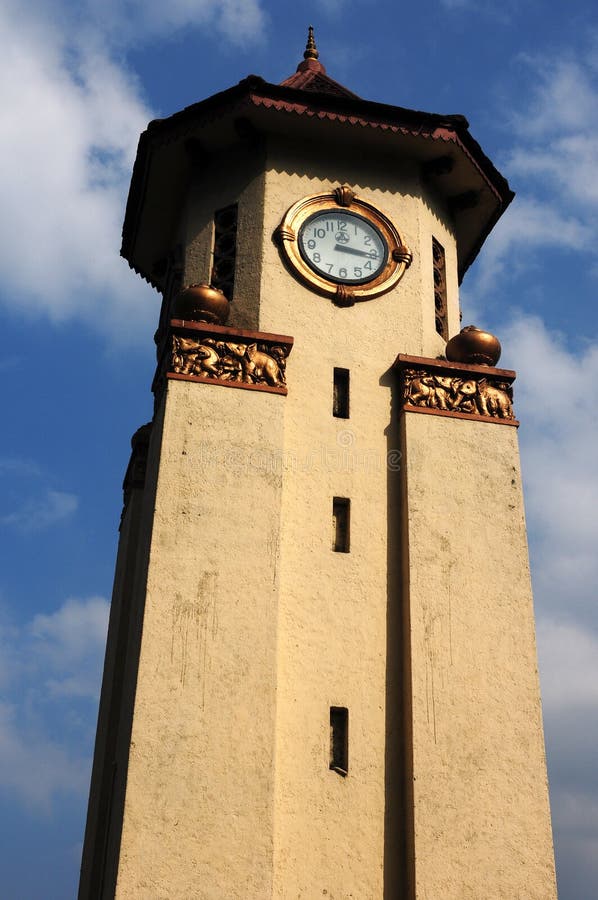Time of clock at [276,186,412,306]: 3:16
